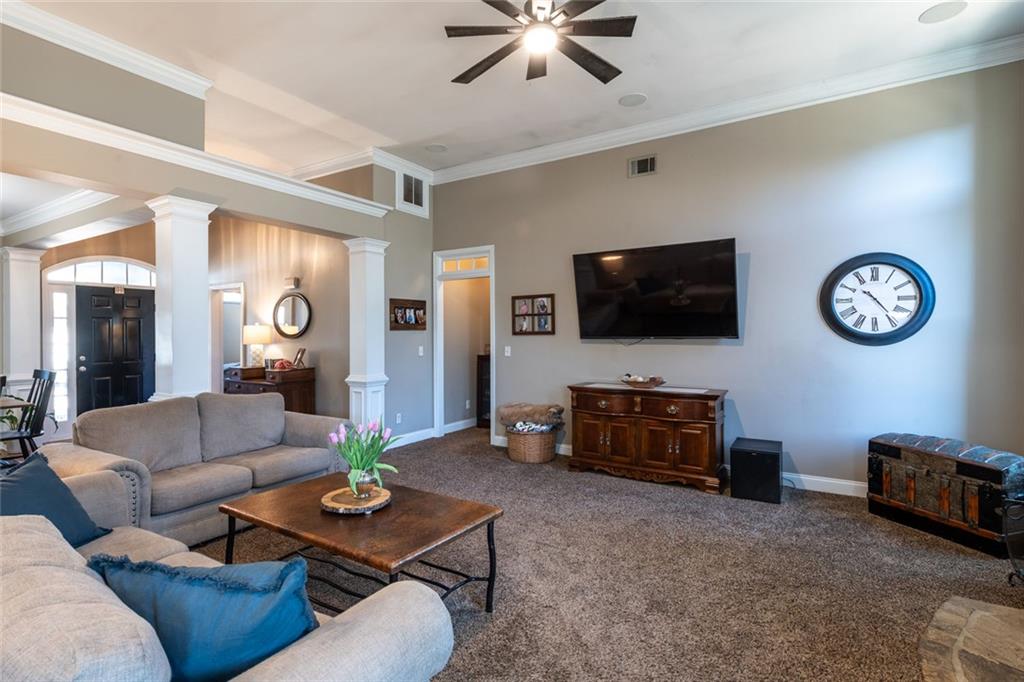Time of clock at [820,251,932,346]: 10:23
